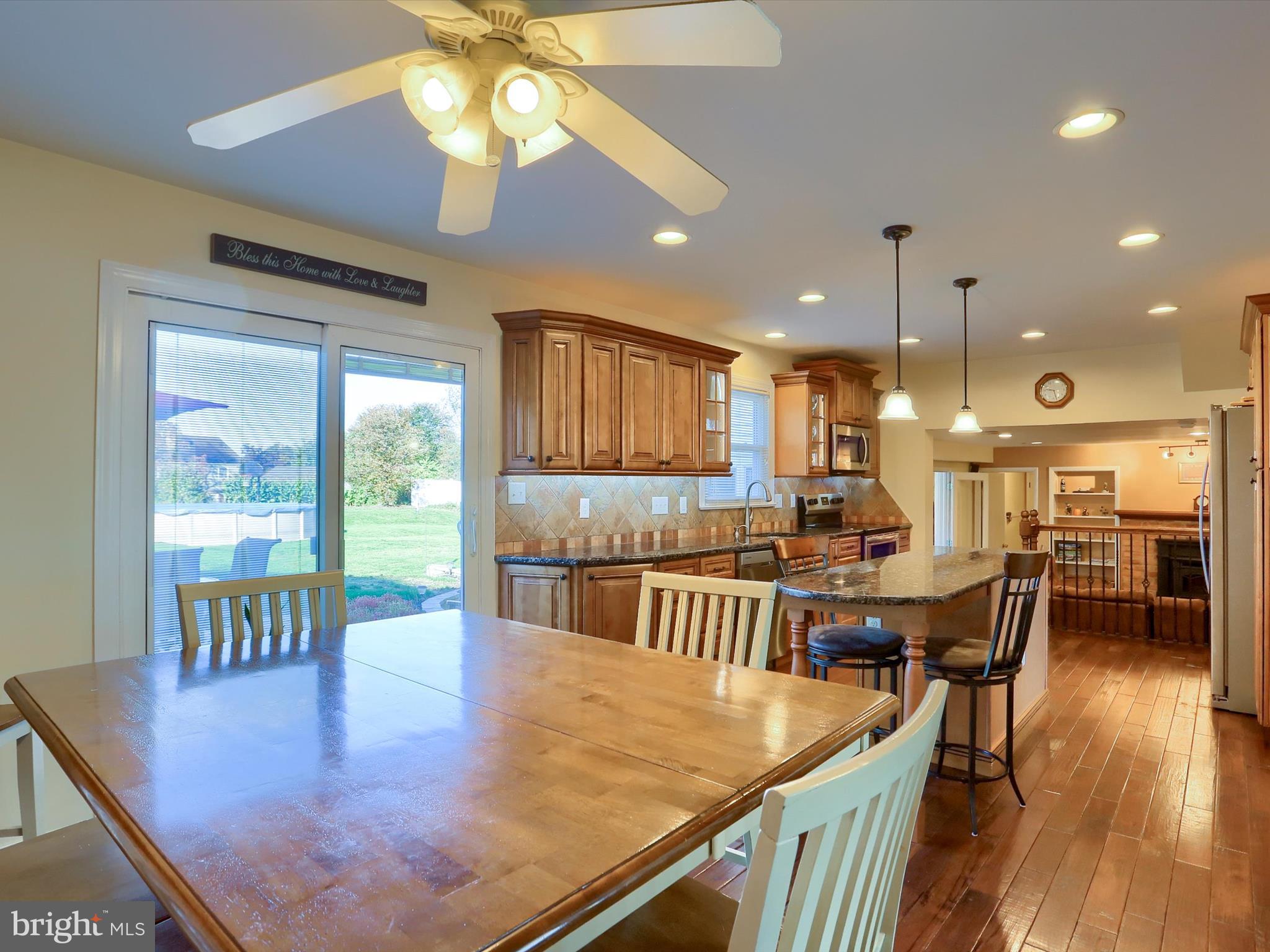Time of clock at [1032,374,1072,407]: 9:27
